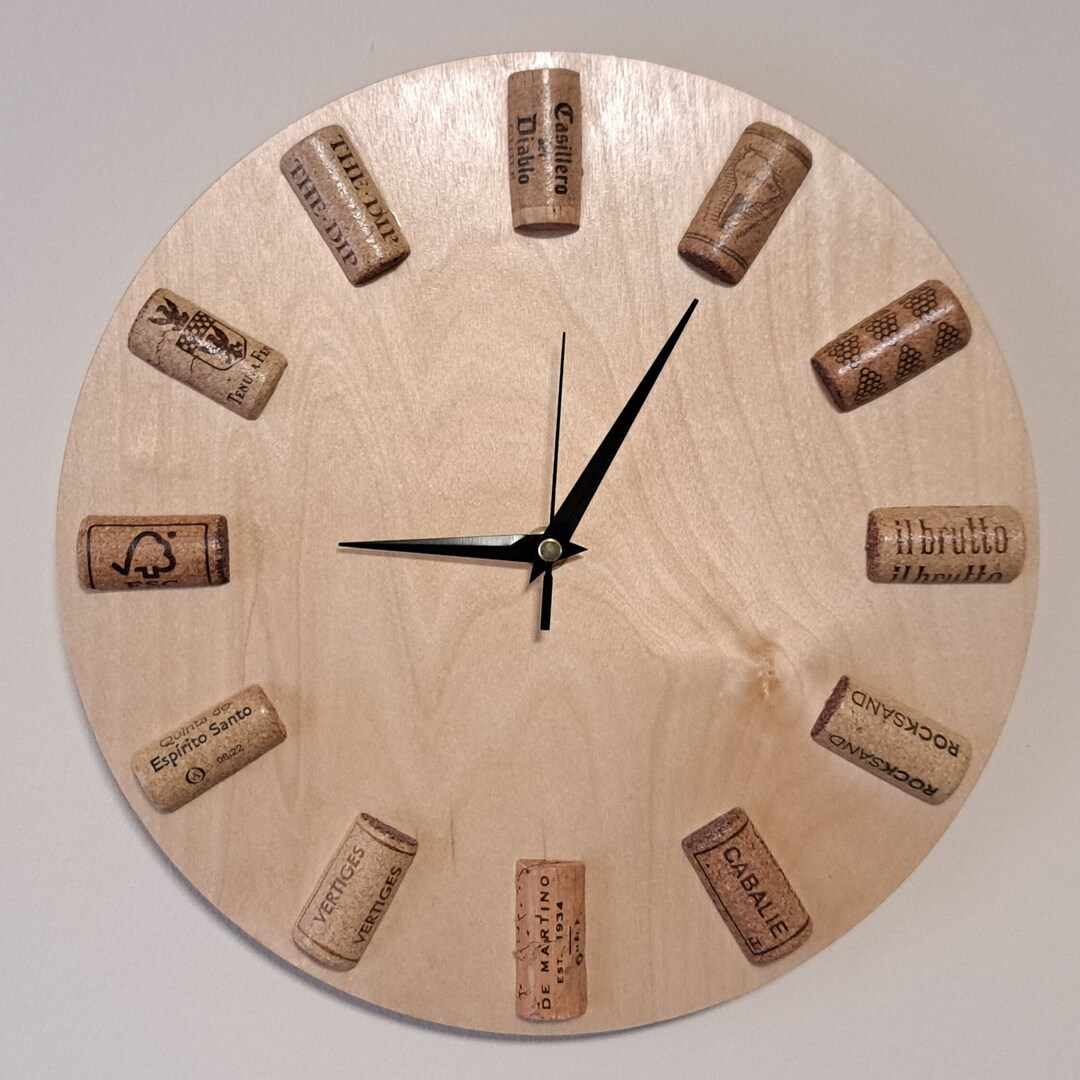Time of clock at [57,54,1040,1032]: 9:05
